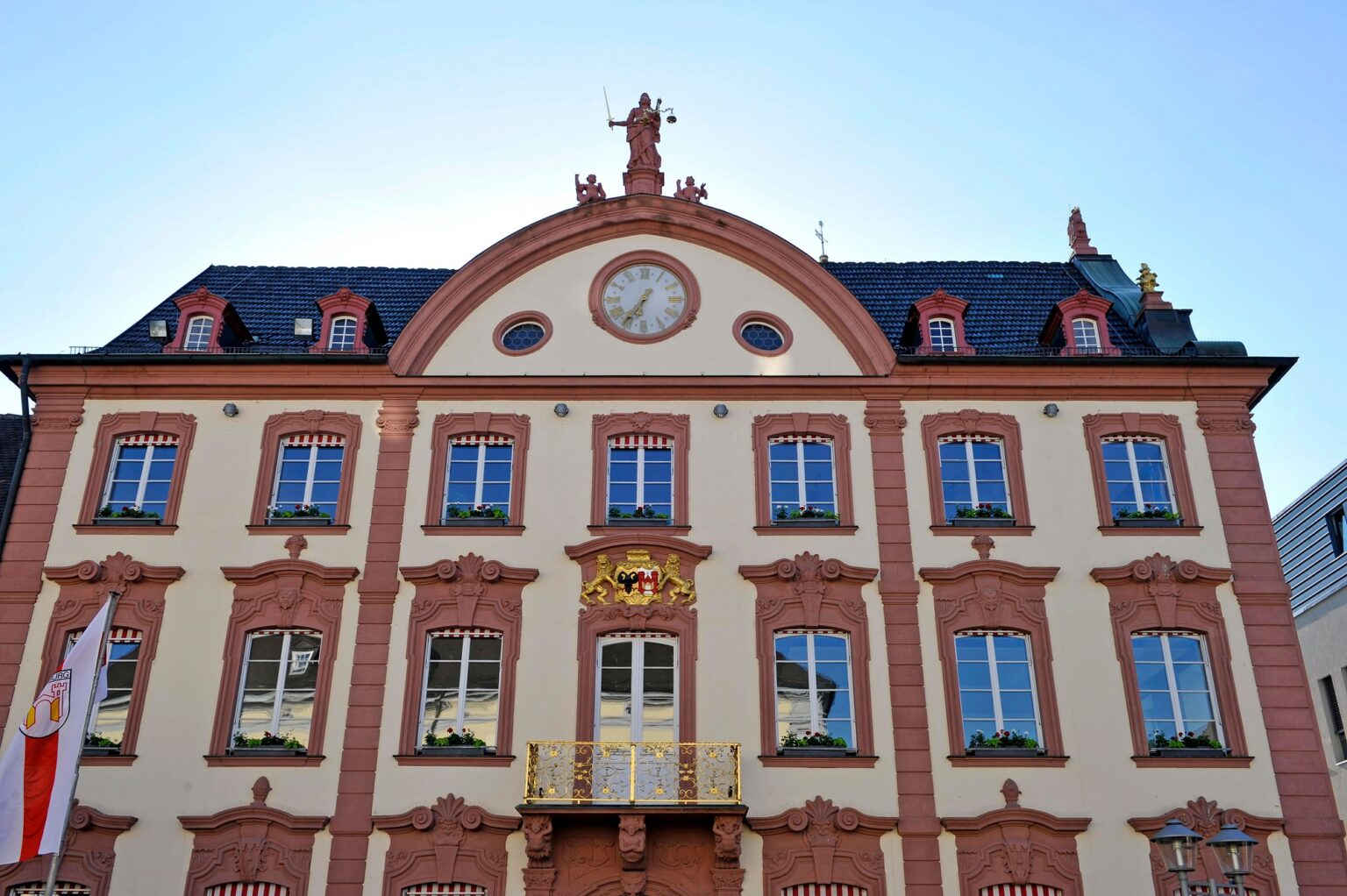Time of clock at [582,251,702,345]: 6:35
